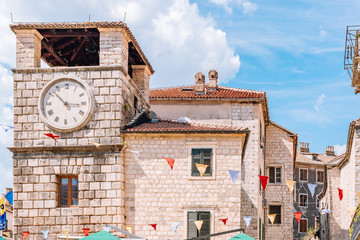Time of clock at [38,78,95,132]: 2:52
